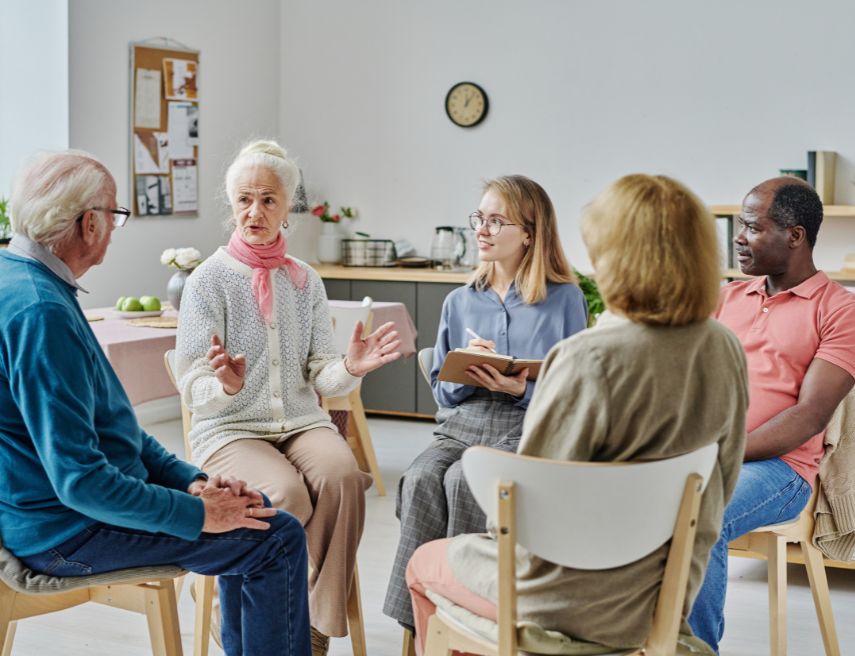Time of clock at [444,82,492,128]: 12:06
